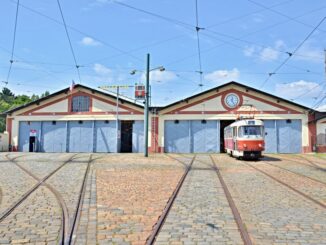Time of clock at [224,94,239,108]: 12:24
